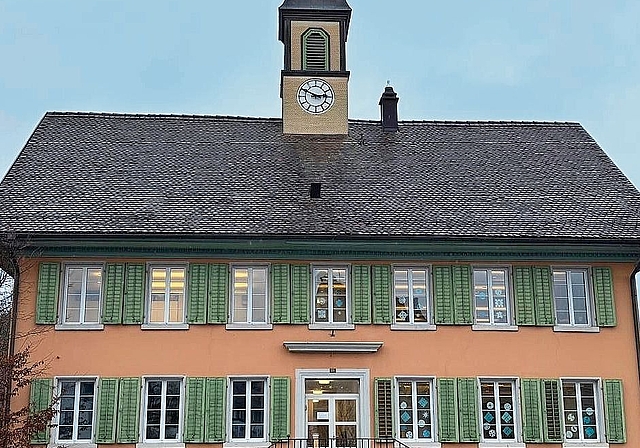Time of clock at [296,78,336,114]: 2:49
